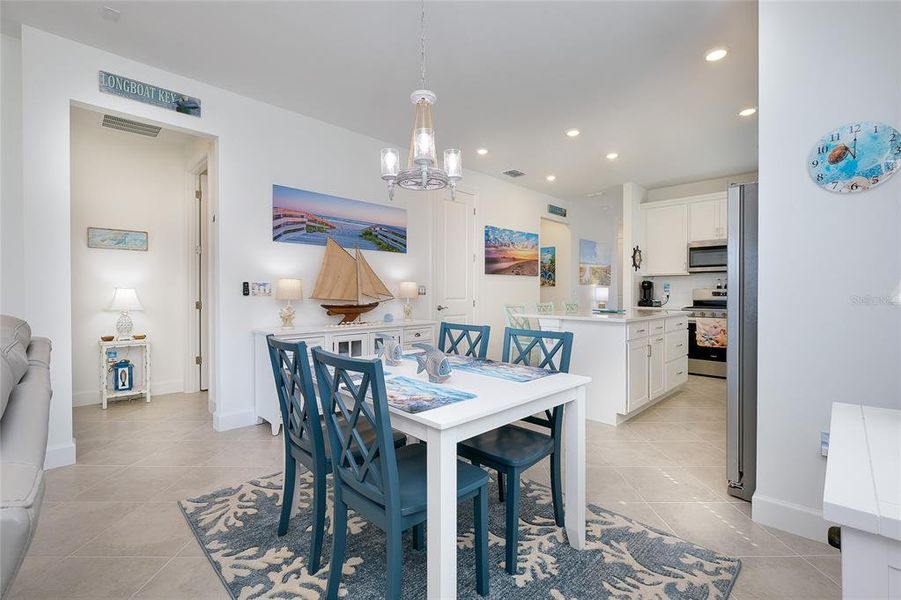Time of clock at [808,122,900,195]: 11:00
